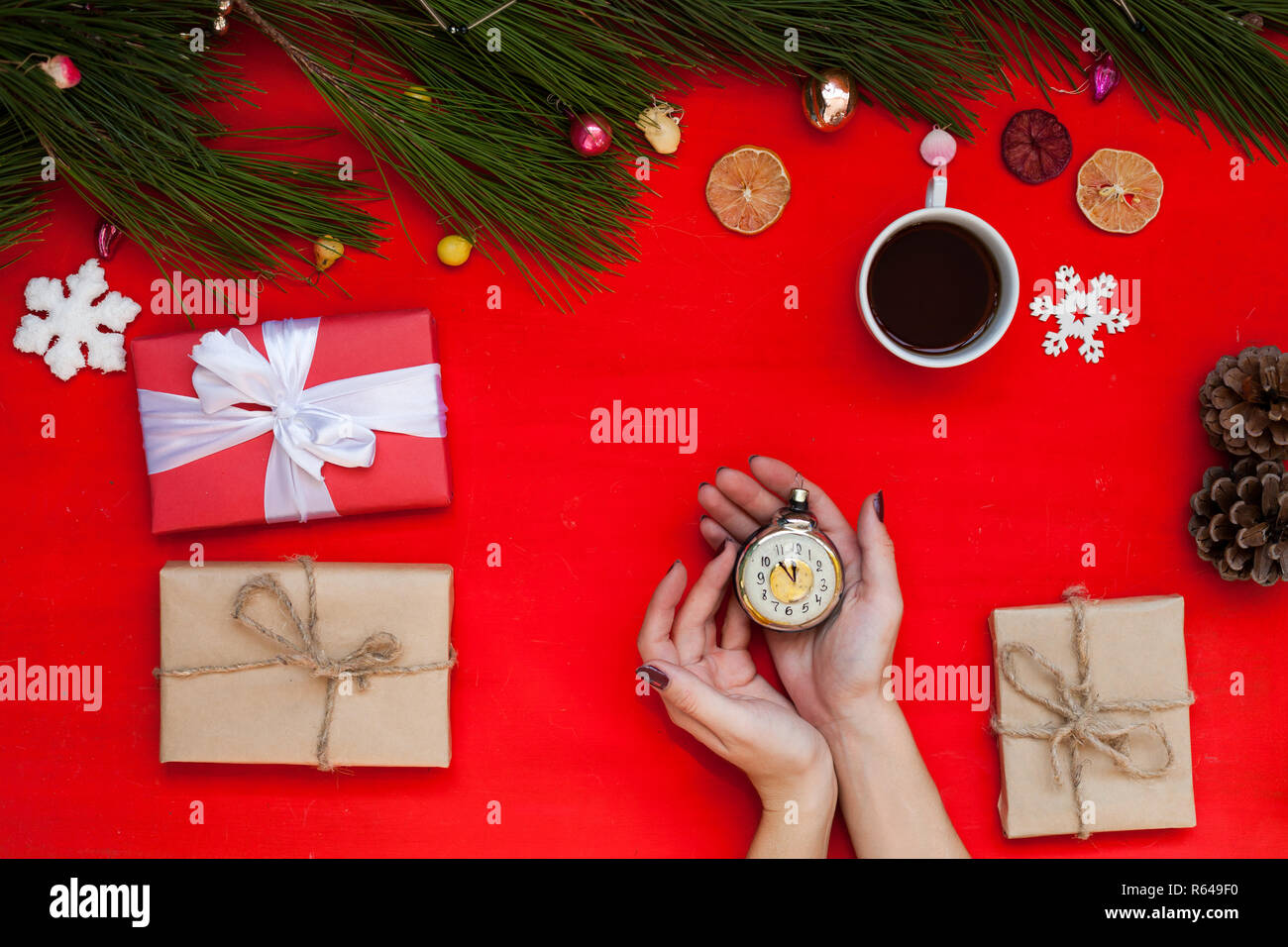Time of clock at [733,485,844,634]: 11:52
